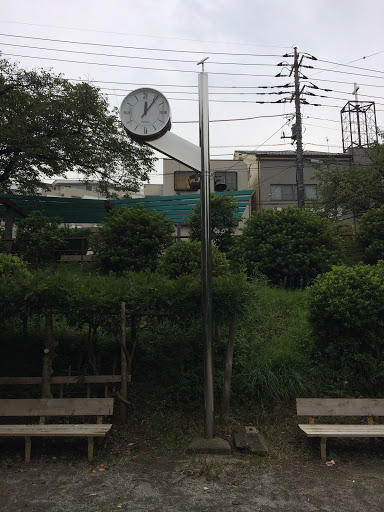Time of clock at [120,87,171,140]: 12:05
